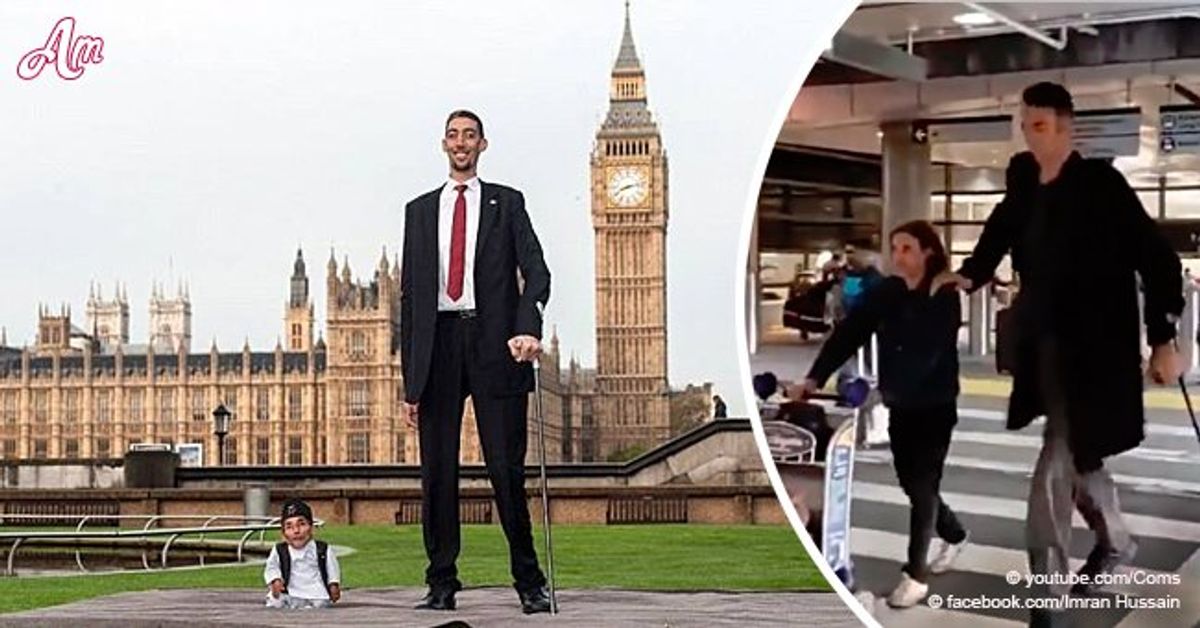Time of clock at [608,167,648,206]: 8:12
